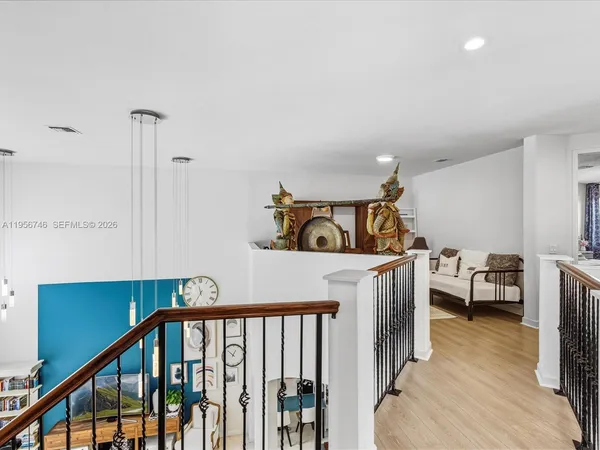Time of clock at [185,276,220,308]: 11:35
